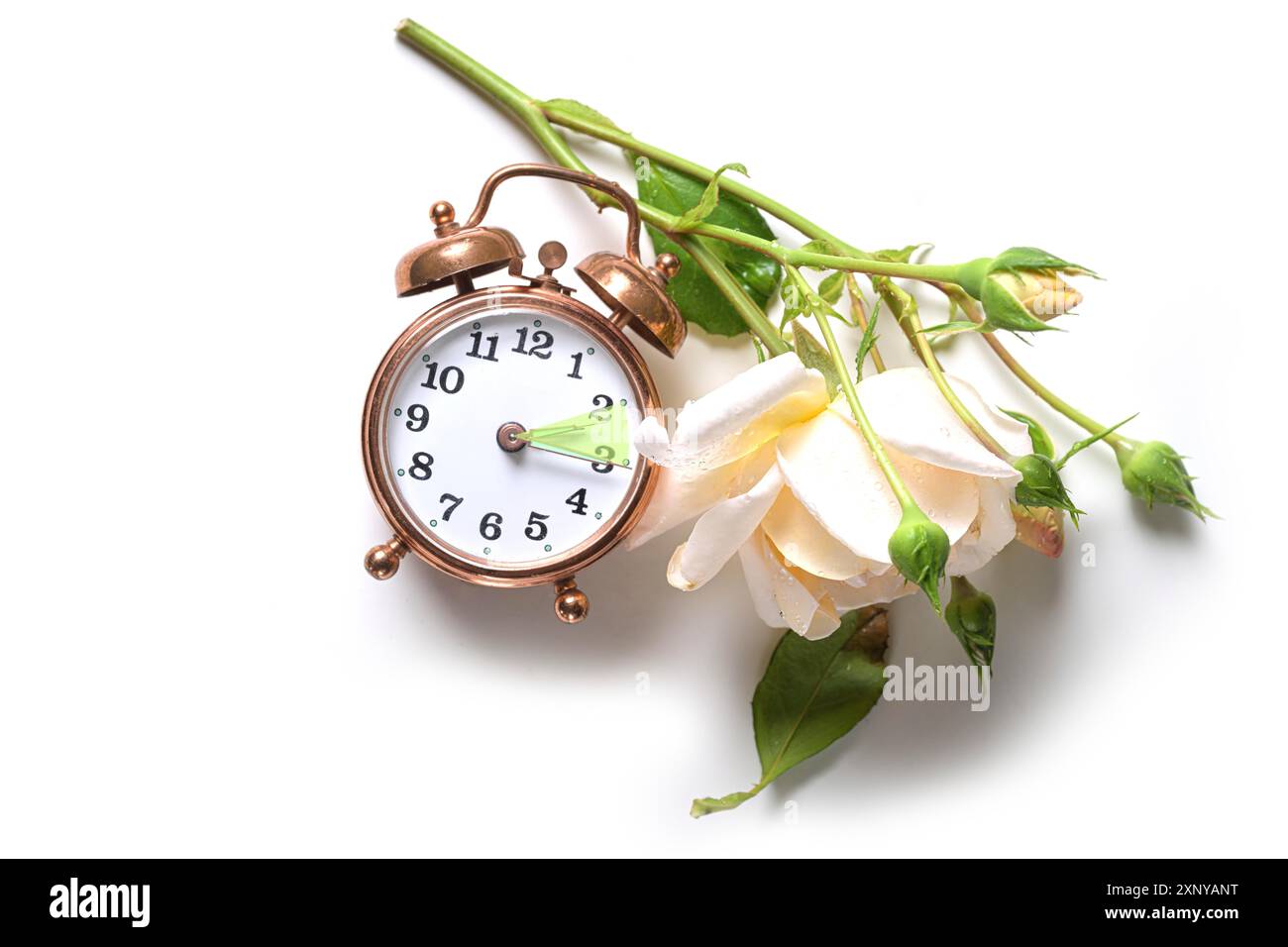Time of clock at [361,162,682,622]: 3:10
